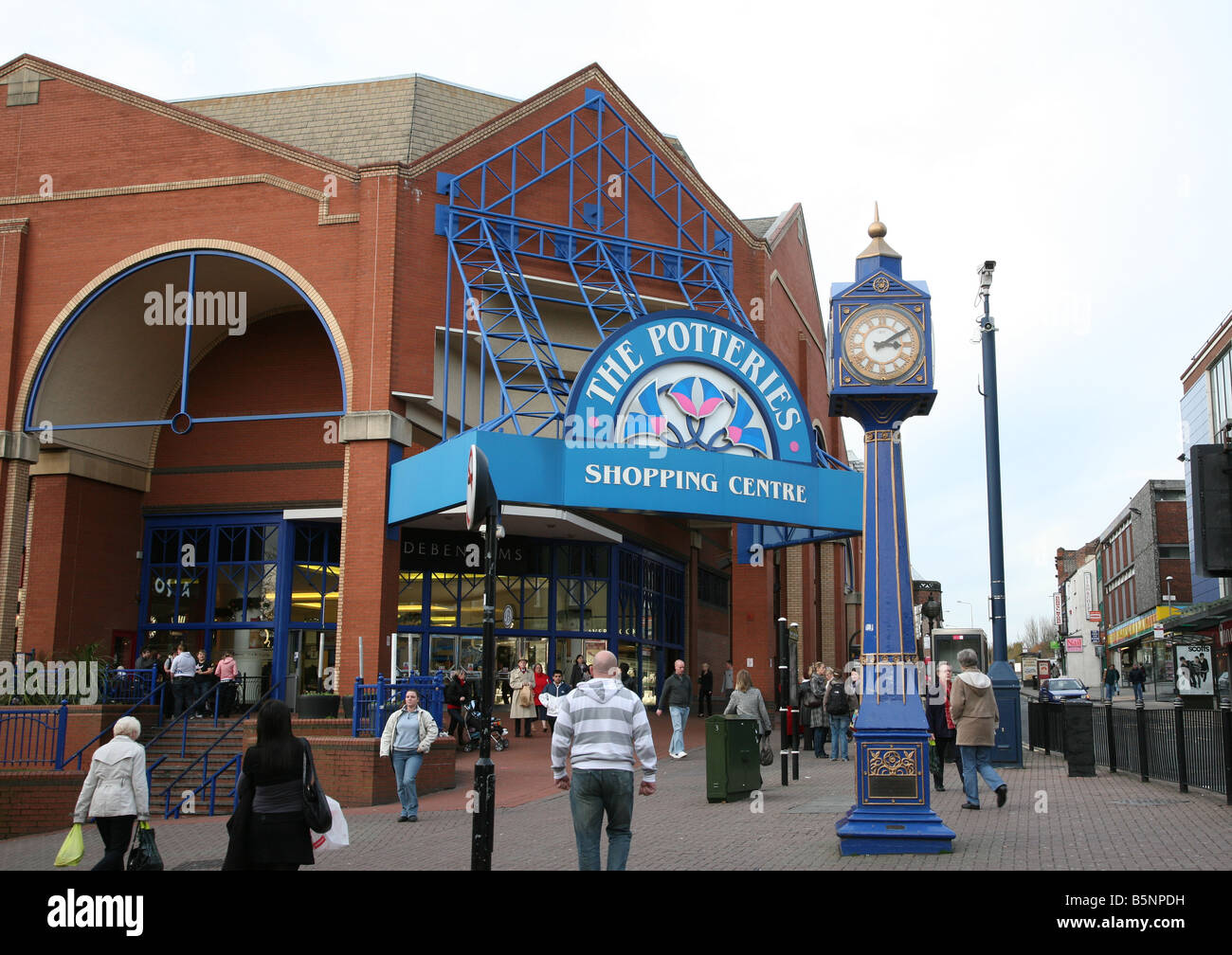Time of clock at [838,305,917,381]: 3:09
